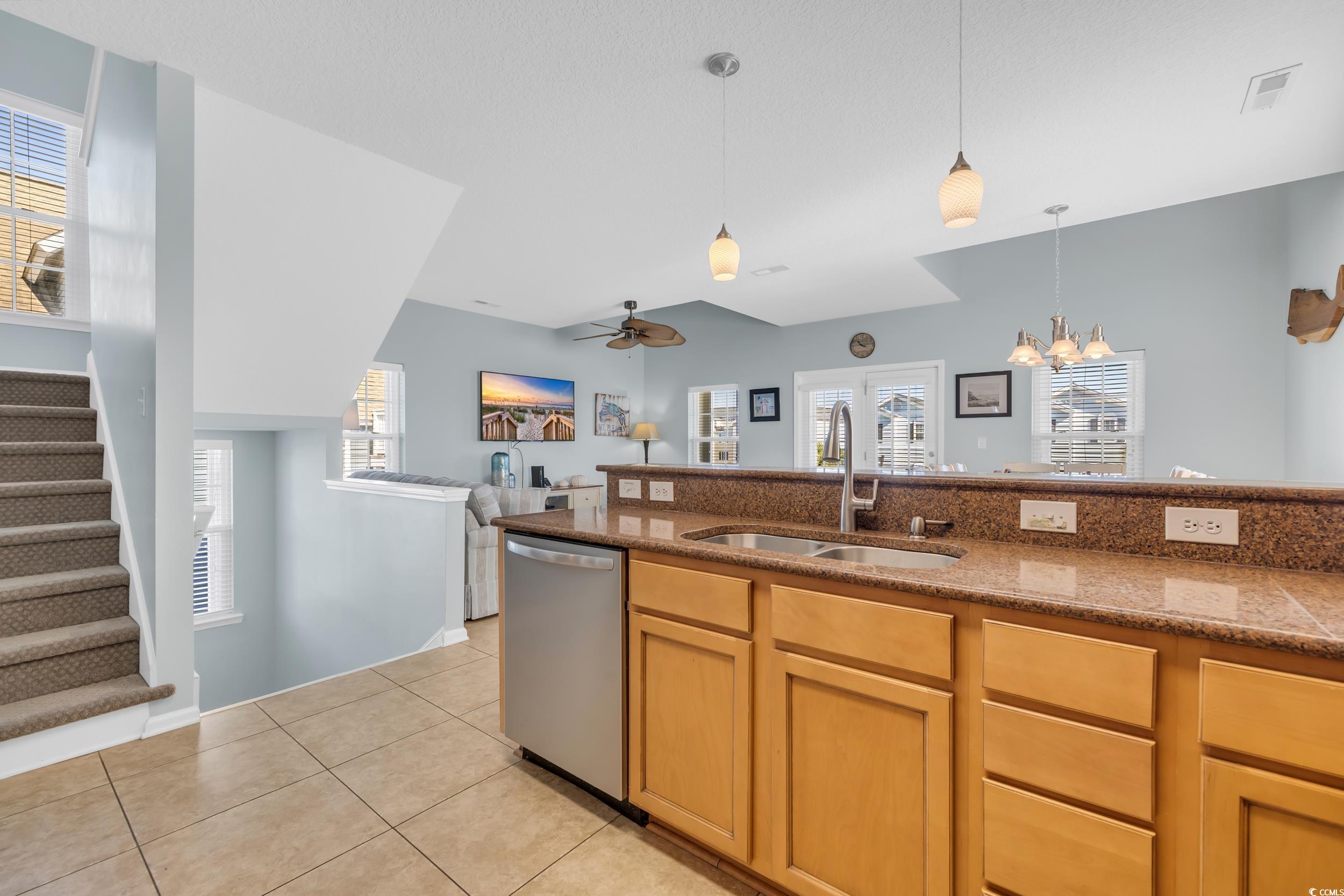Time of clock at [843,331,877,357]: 10:45
